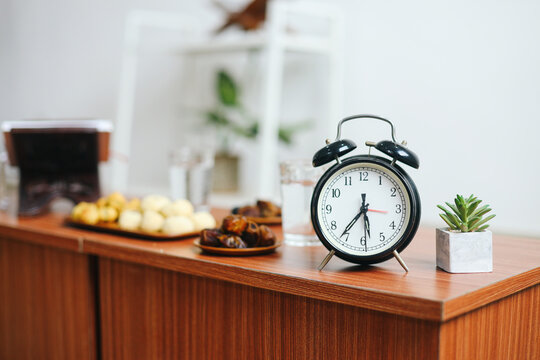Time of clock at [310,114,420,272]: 5:36
